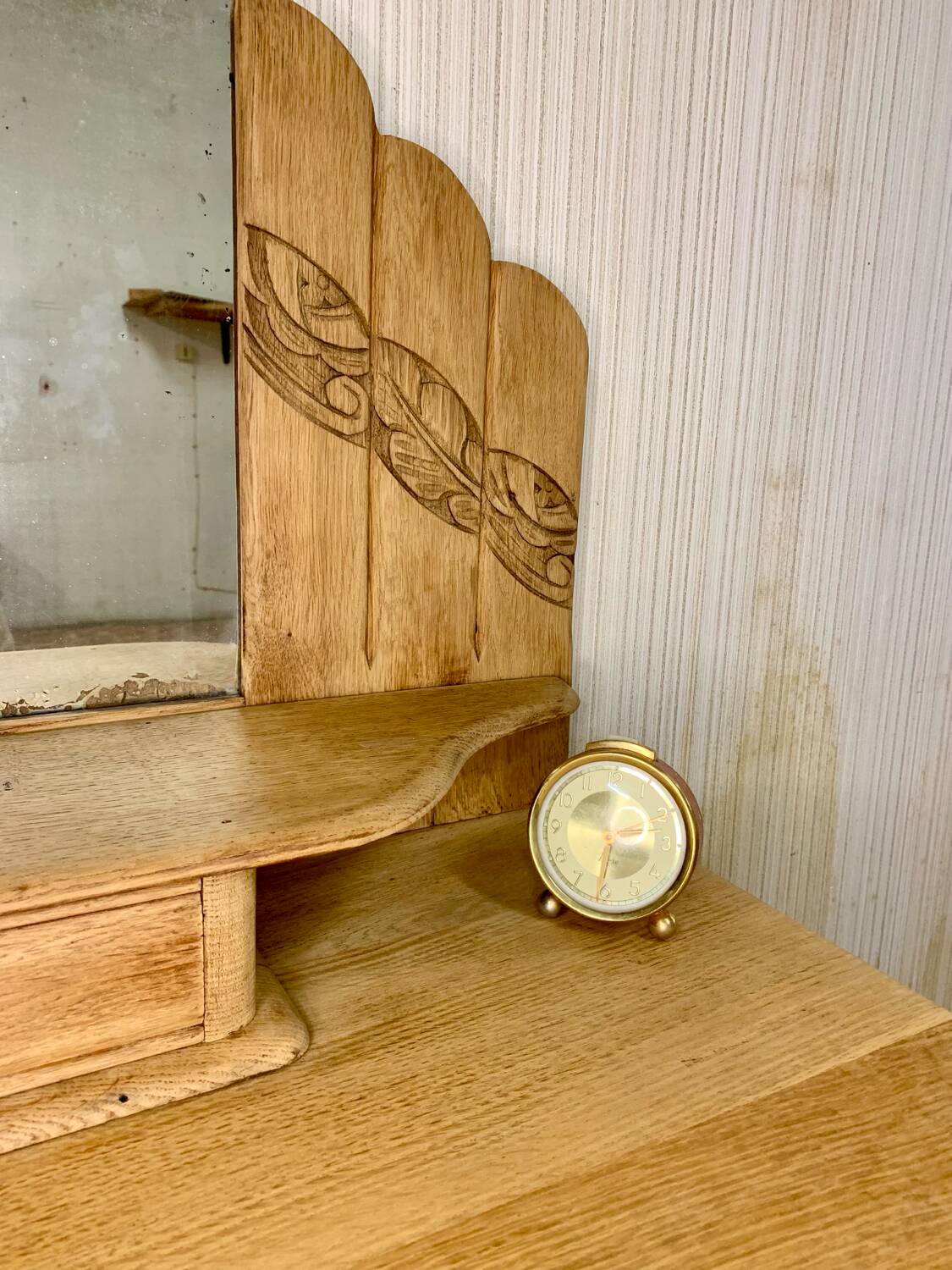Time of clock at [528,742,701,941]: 2:31
